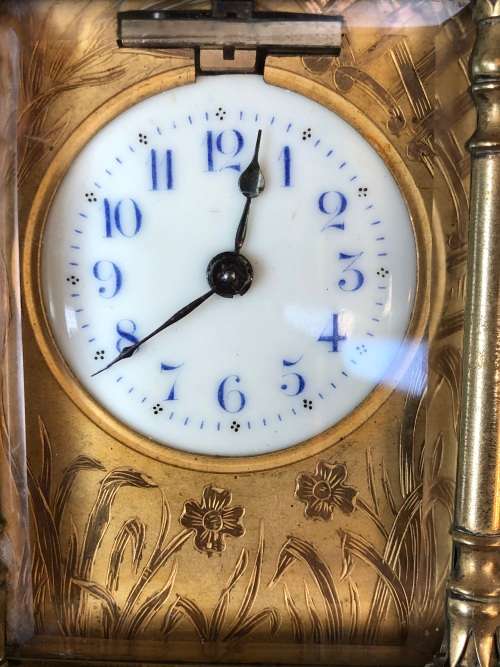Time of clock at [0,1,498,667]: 12:39
